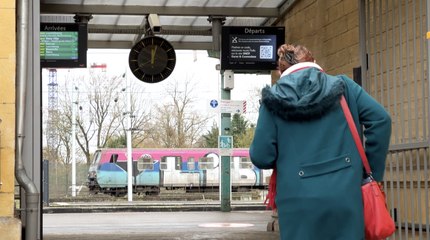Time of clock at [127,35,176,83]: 12:02
